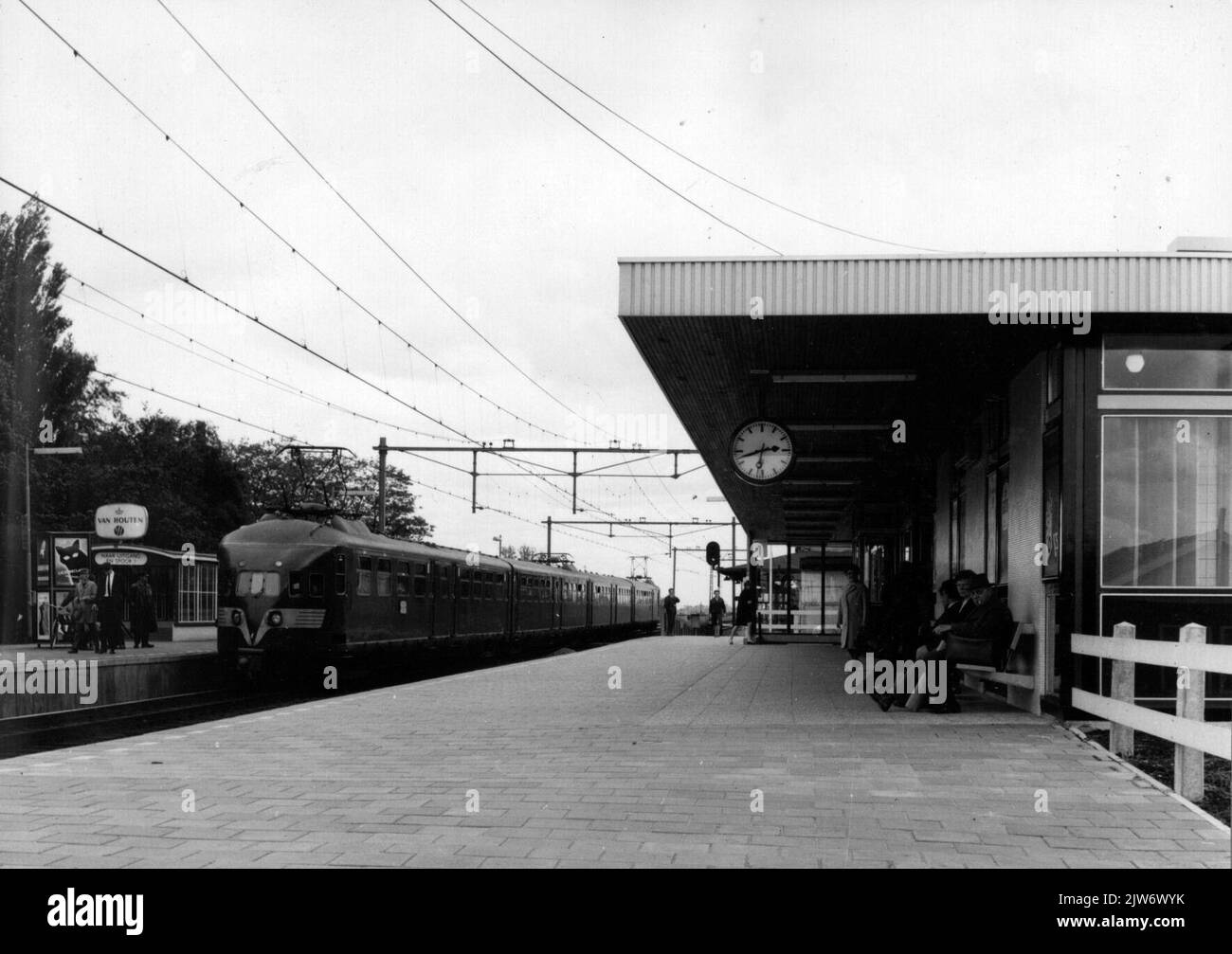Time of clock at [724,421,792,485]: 2:42
